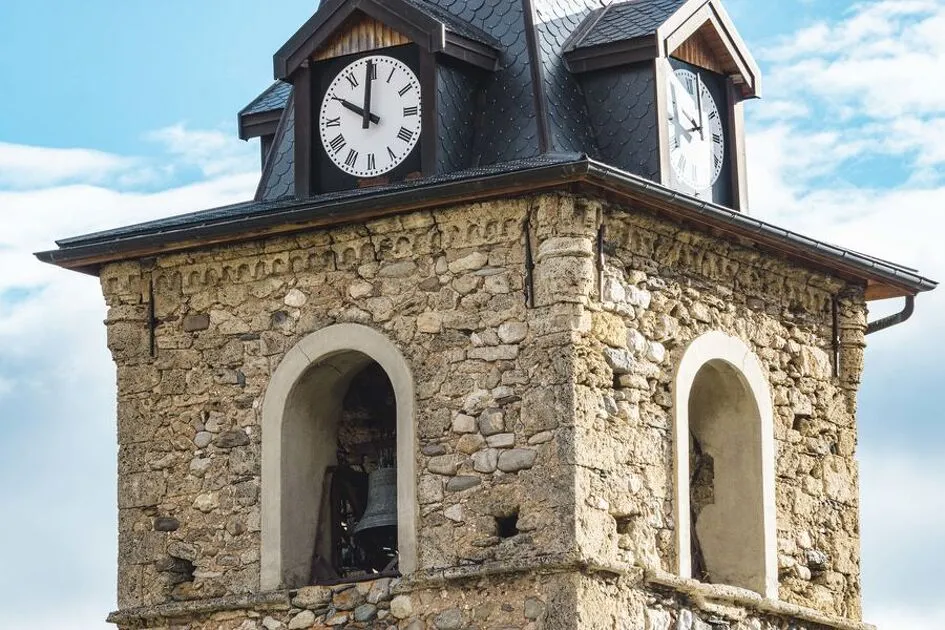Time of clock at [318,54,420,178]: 9:59
